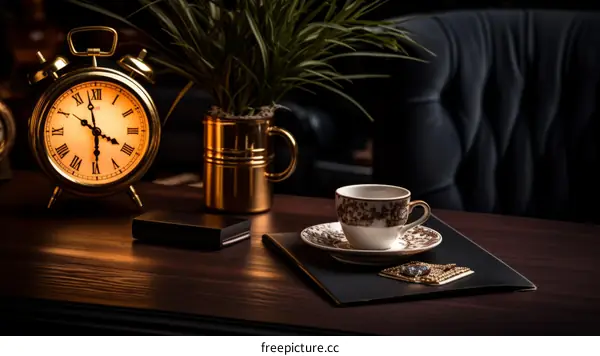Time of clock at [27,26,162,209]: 3:58
